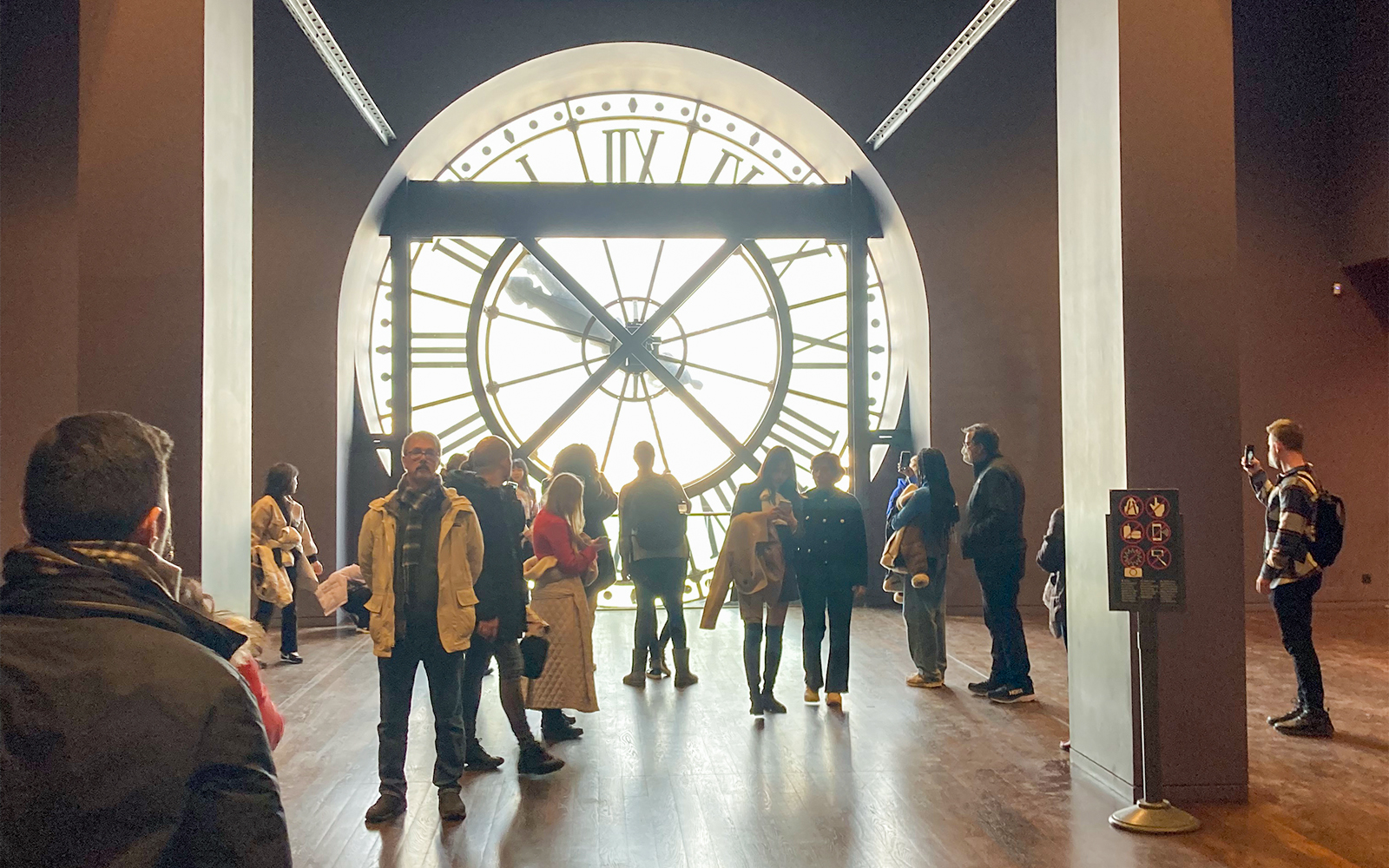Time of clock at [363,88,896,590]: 10:07
